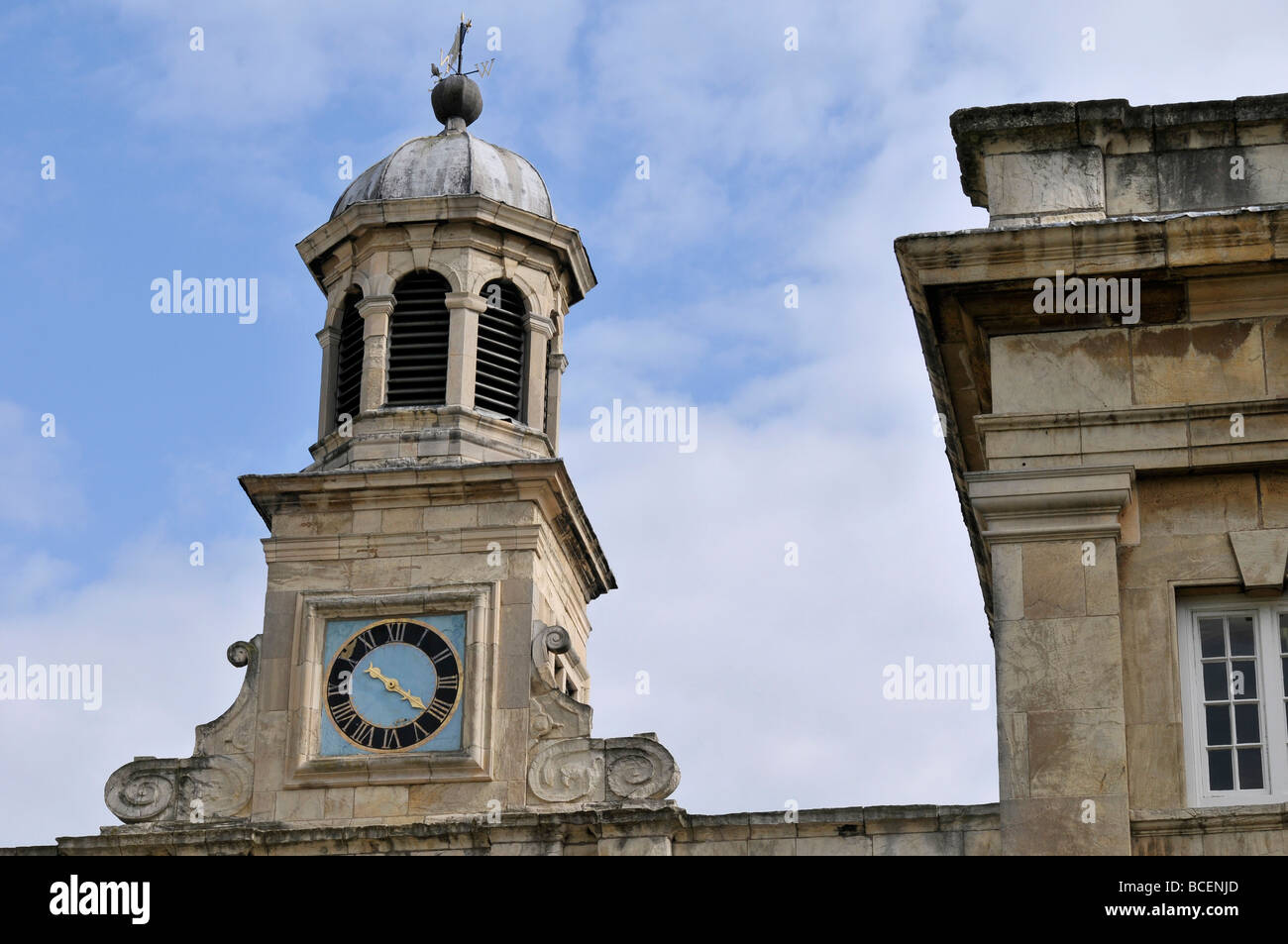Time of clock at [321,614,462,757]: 10:21
